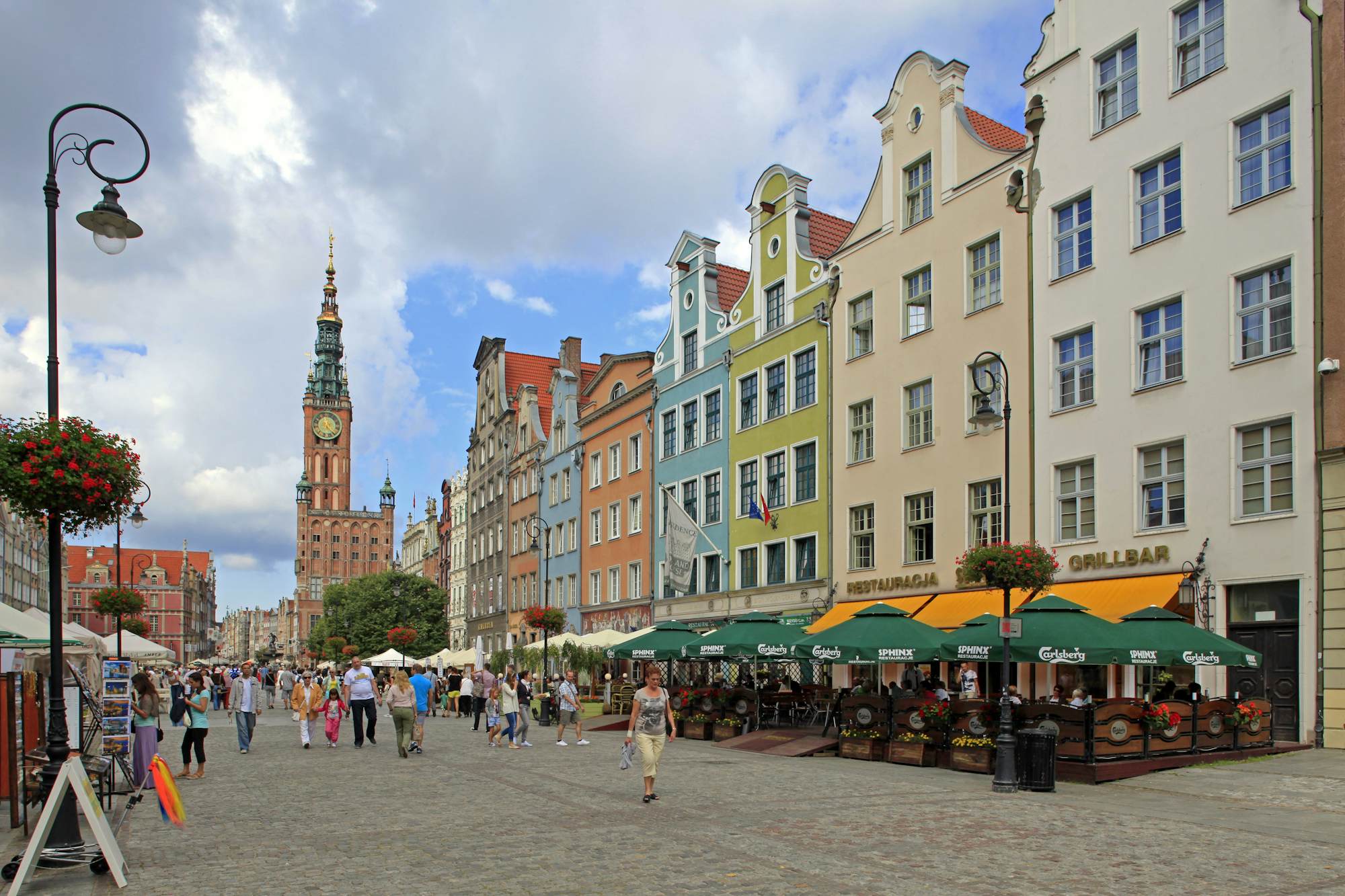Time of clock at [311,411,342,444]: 4:21
